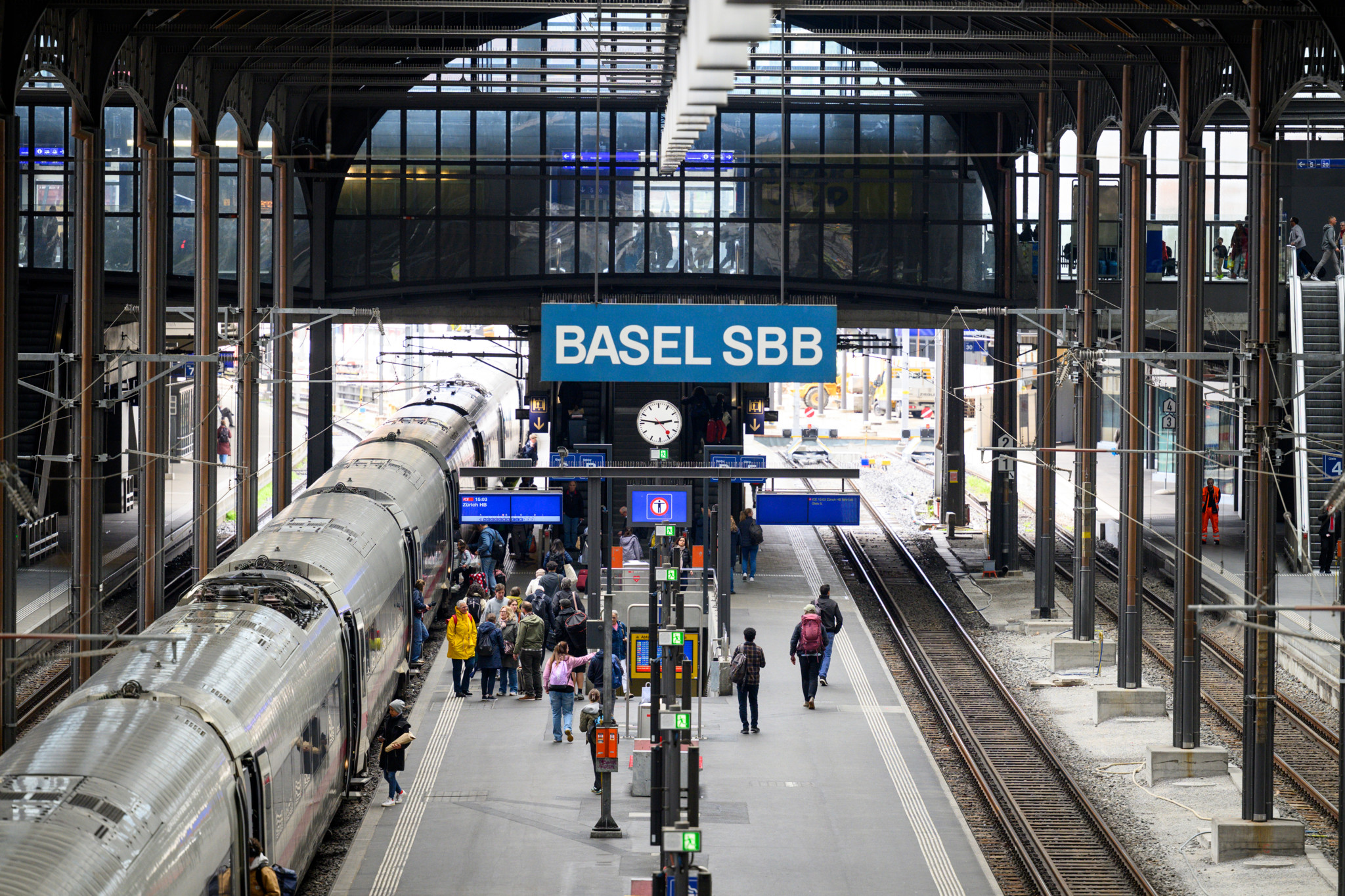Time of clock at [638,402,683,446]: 2:46
